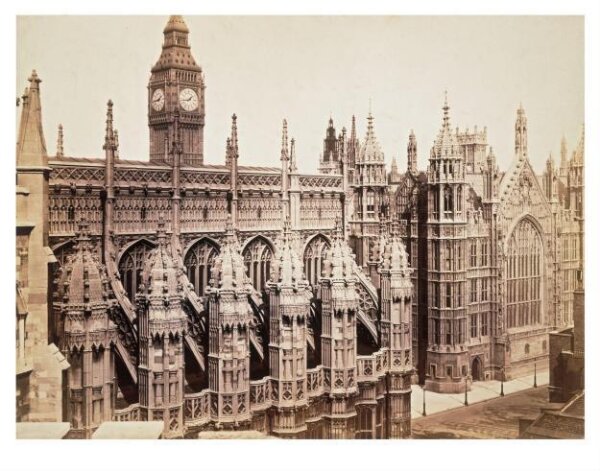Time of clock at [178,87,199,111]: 1:43
